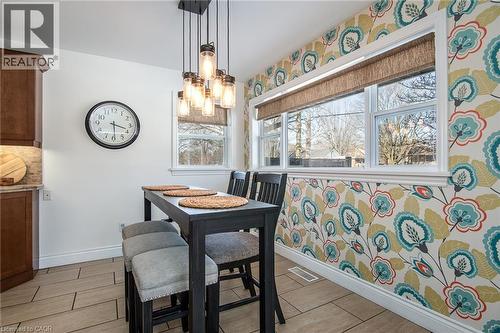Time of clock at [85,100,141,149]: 3:29
